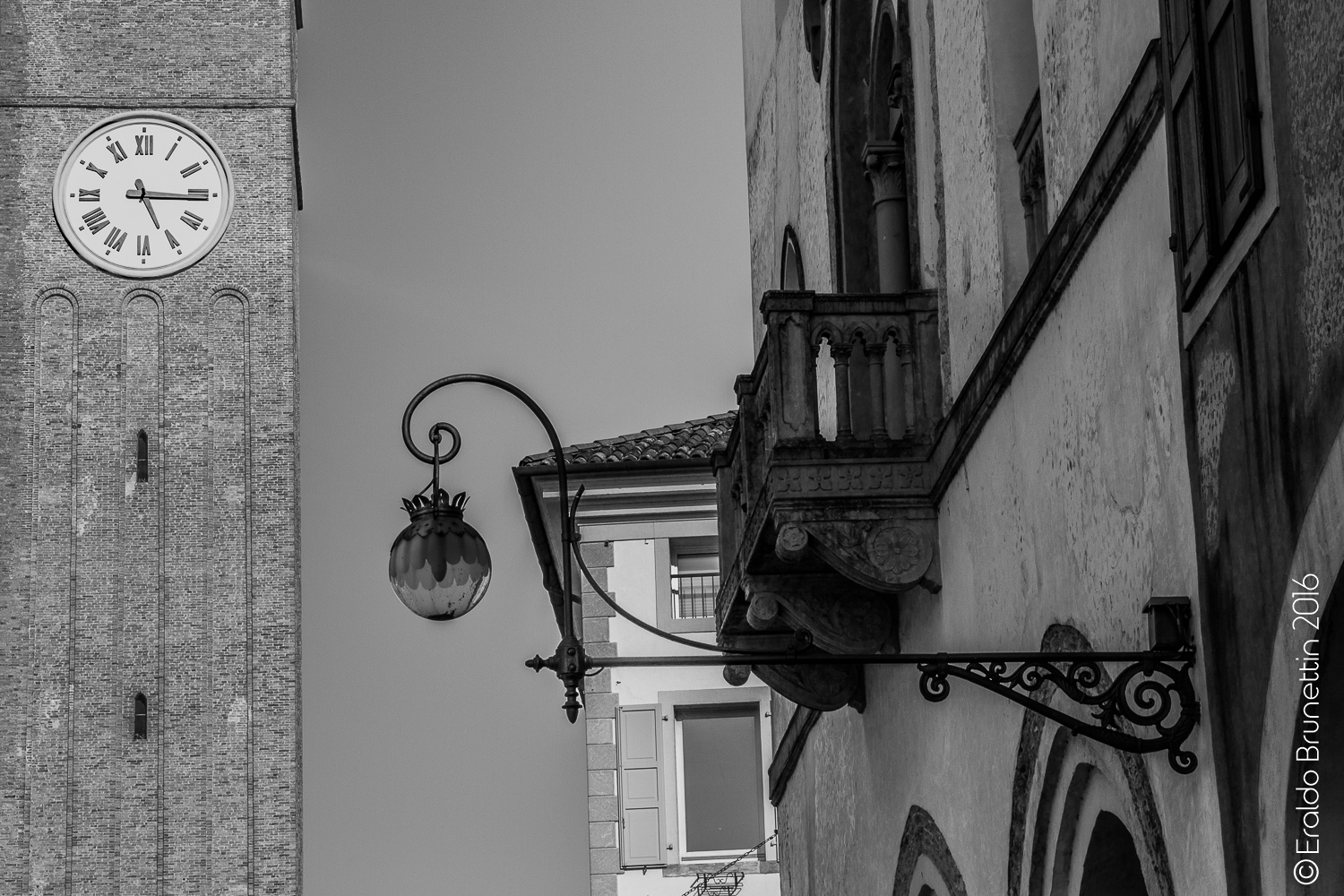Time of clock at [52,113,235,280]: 5:15
